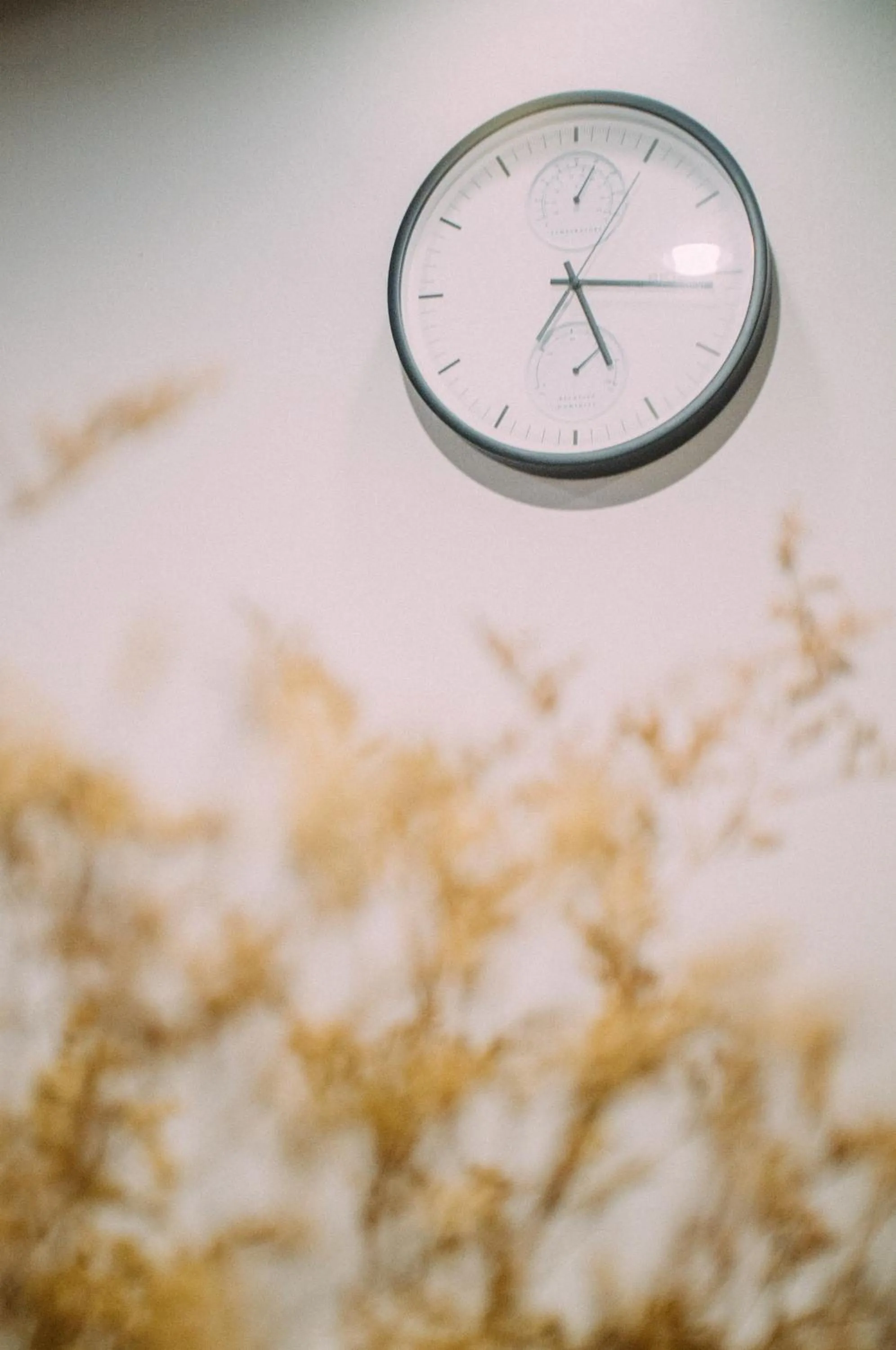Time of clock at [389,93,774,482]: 5:15
